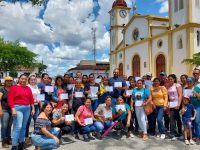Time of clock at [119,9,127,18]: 11:22
